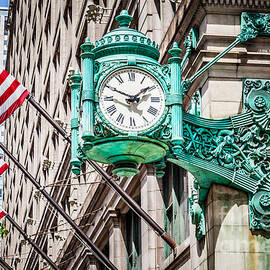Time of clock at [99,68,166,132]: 1:49
